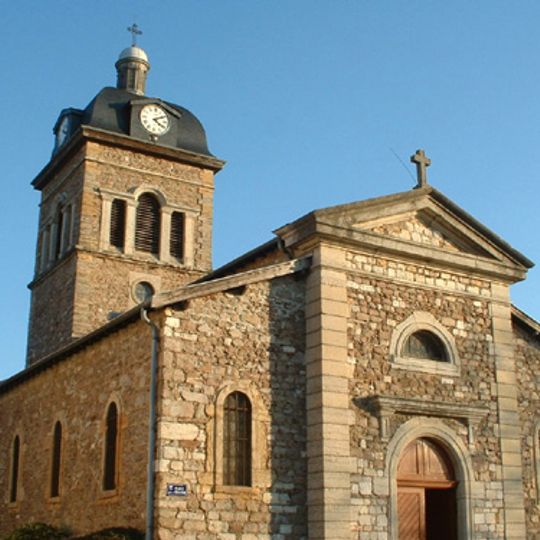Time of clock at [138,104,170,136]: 4:09
